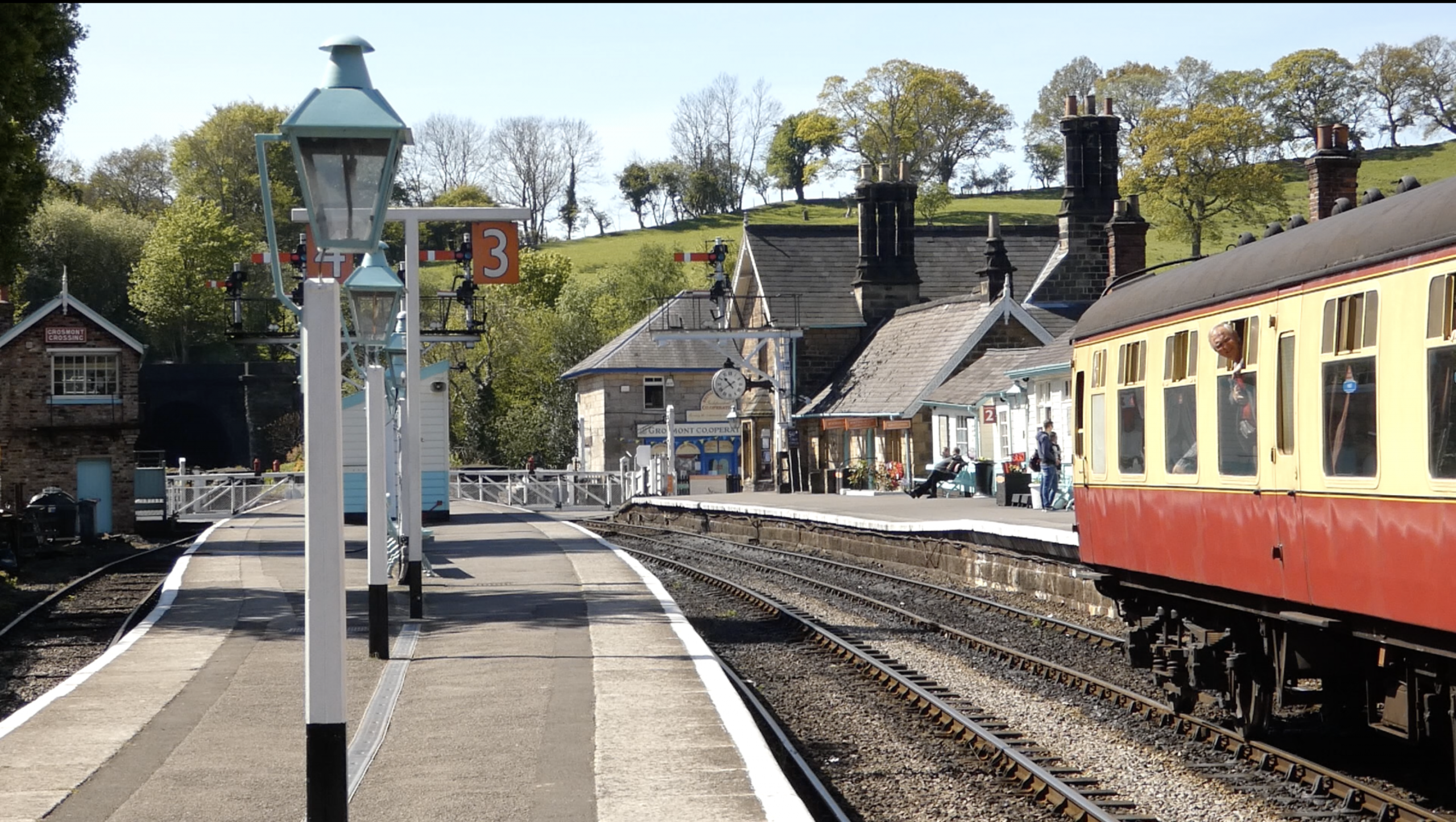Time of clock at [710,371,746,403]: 10:39
